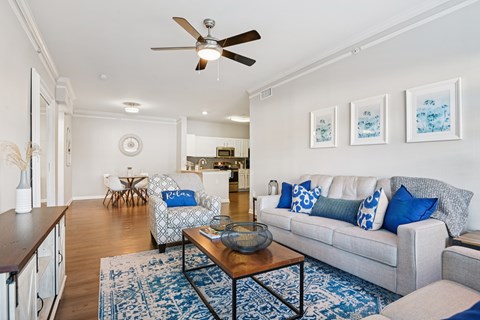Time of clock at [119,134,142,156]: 9:01
